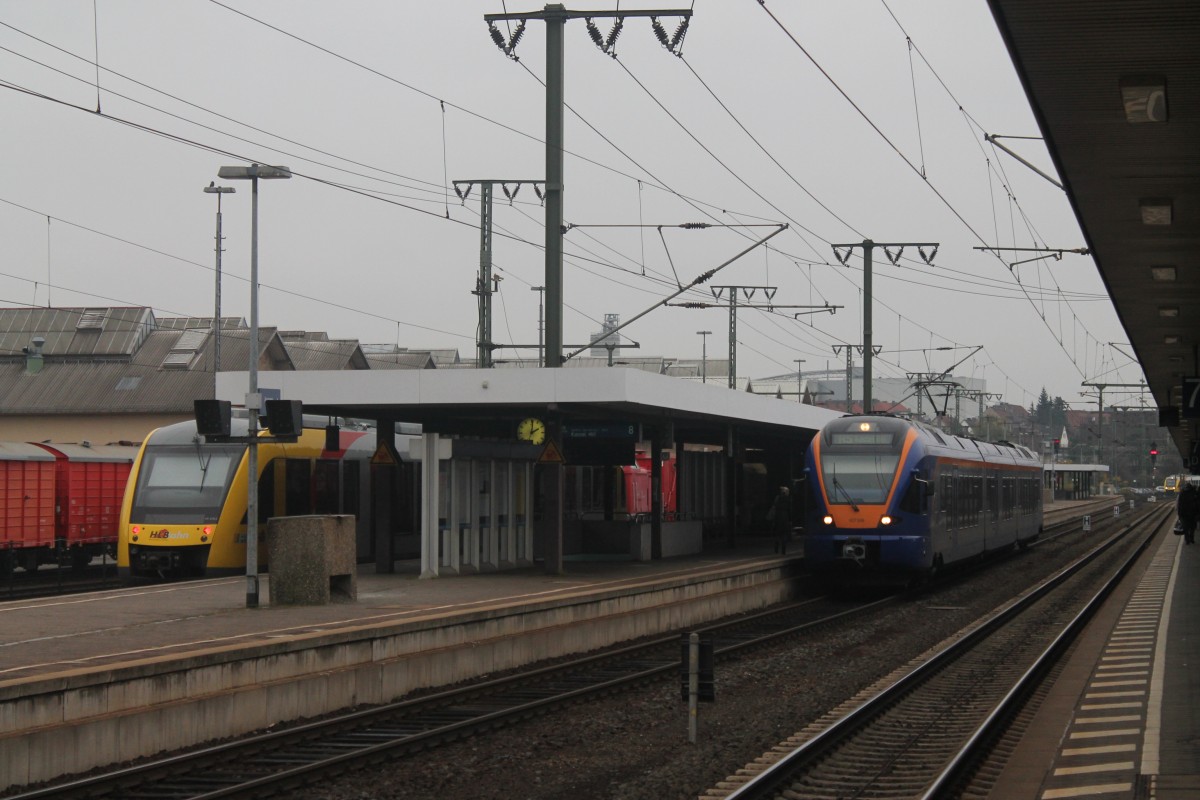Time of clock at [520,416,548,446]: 2:01
